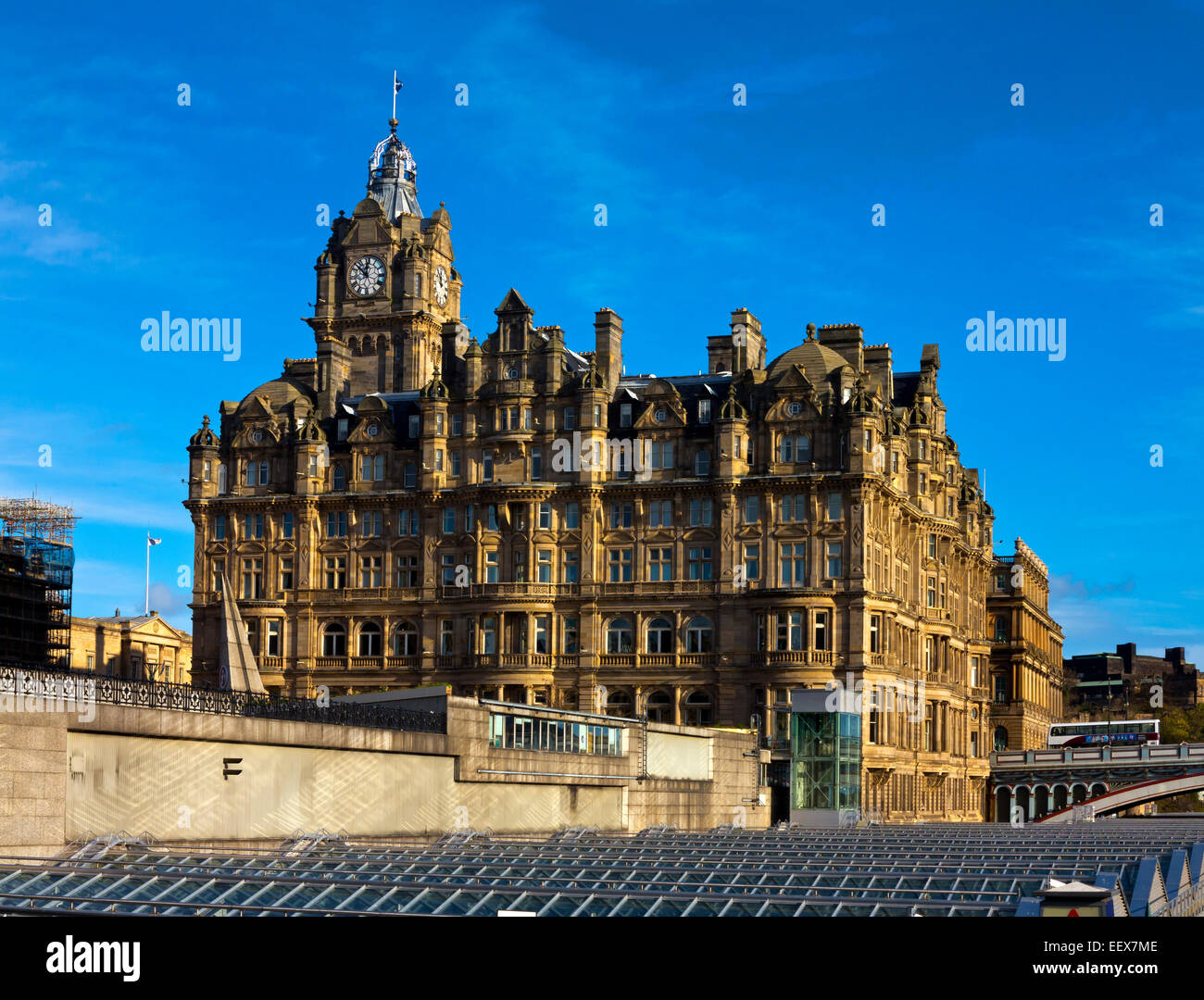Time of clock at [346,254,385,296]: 11:52
